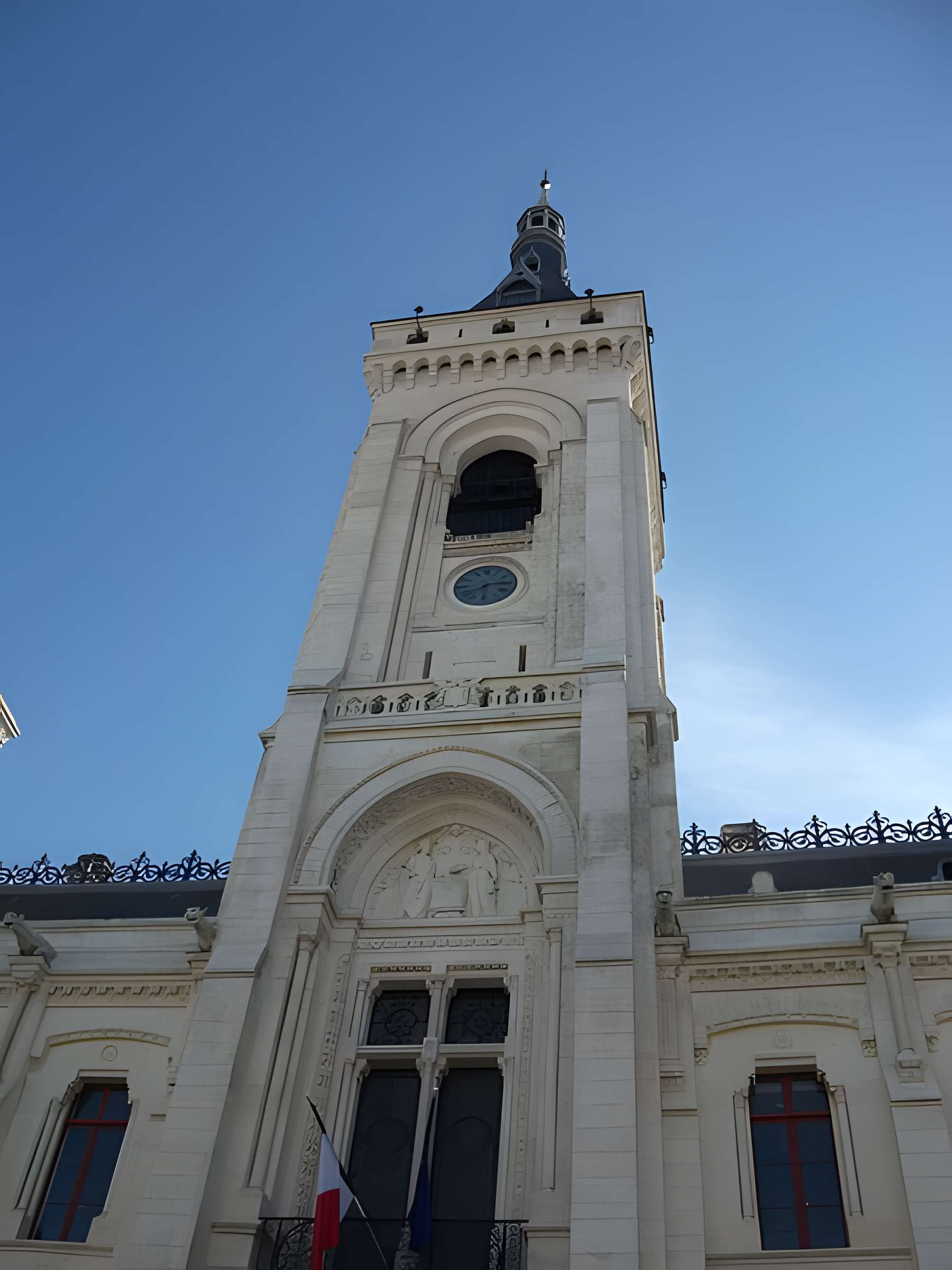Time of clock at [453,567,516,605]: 8:14
